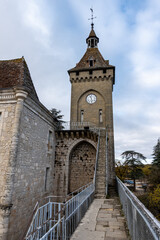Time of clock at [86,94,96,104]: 11:28
